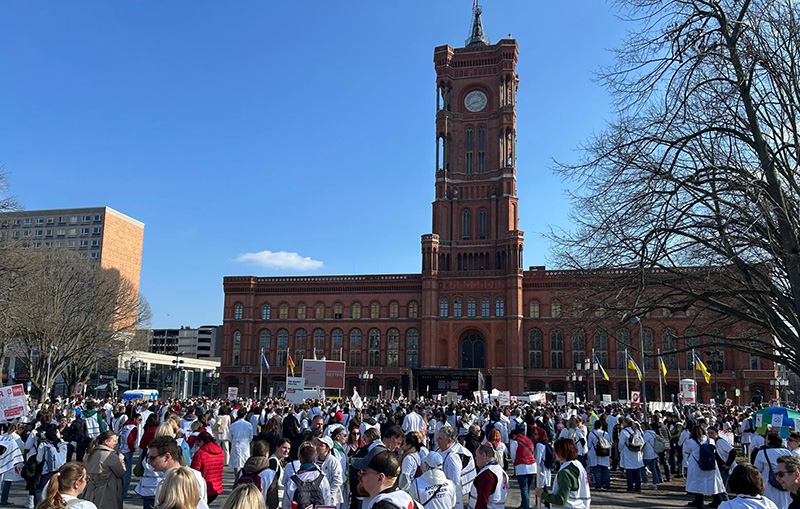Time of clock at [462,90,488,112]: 2:40
